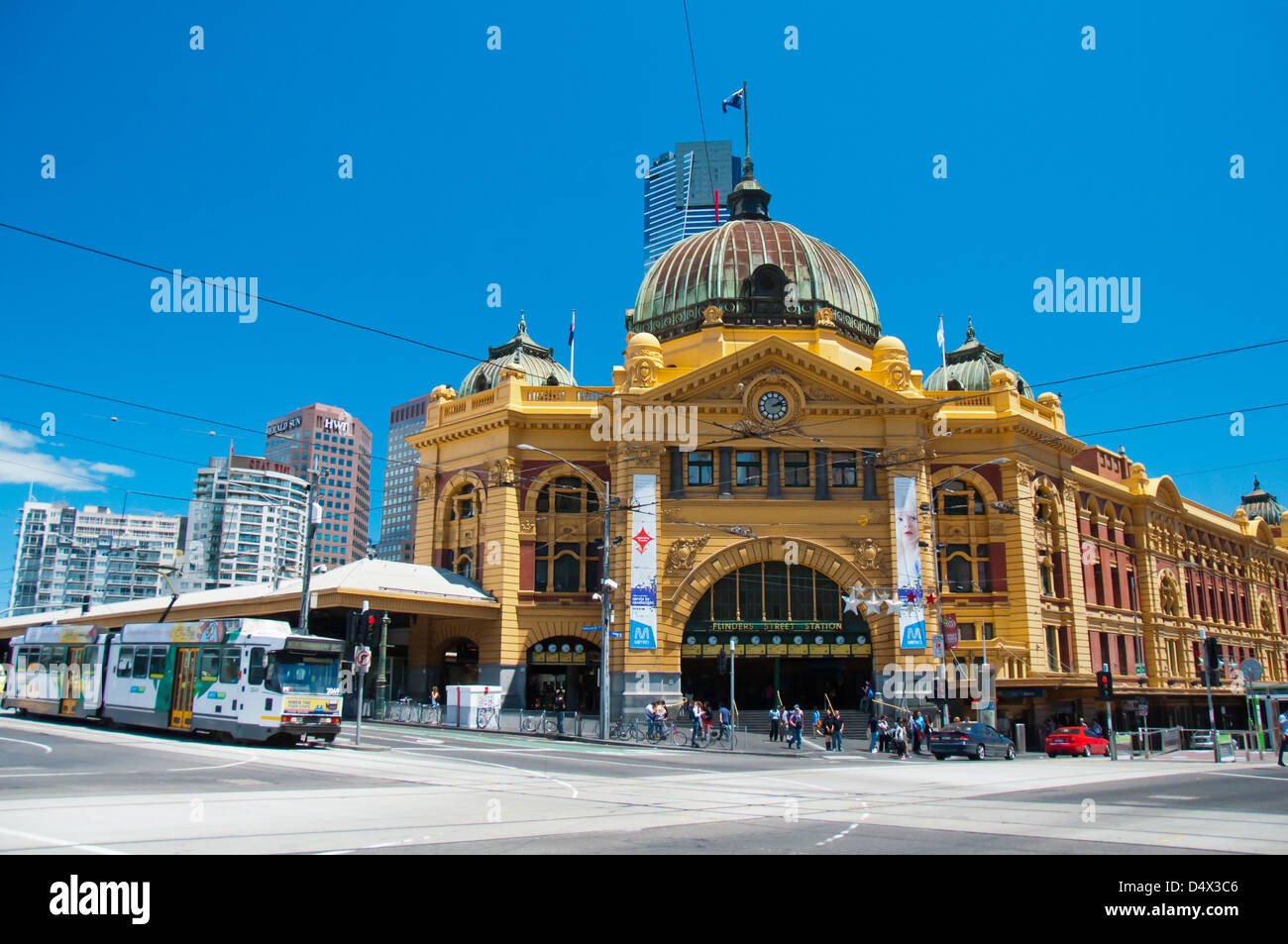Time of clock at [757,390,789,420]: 2:13
